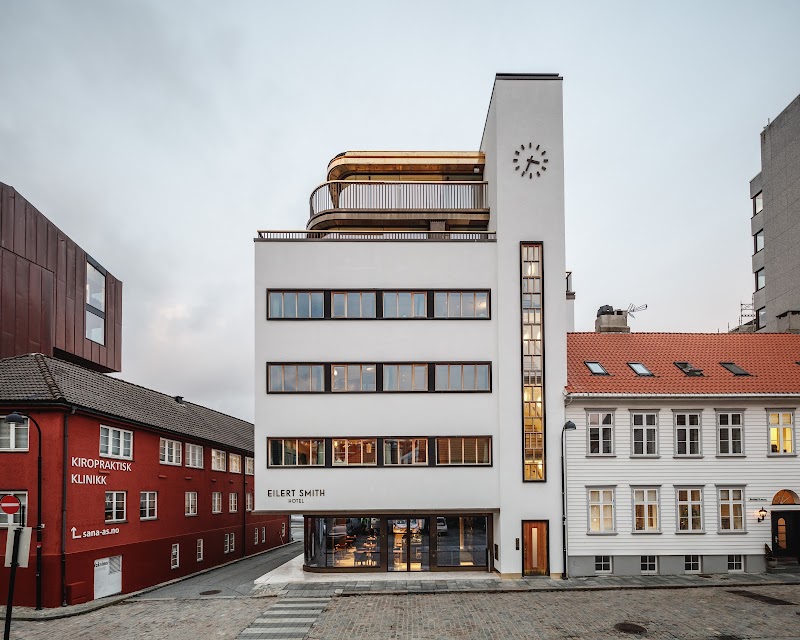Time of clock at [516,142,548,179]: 3:34
